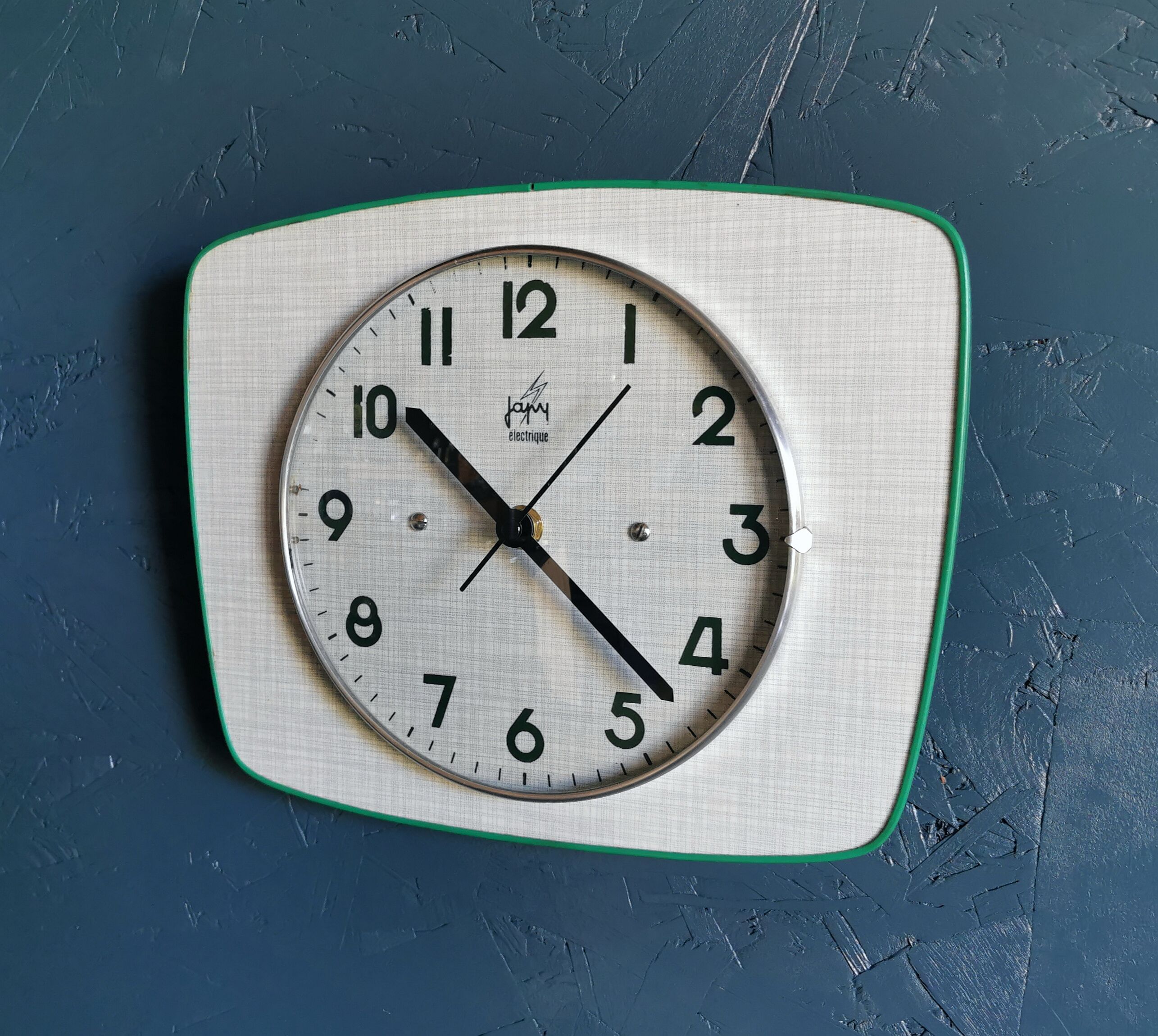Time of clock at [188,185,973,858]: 10:22
